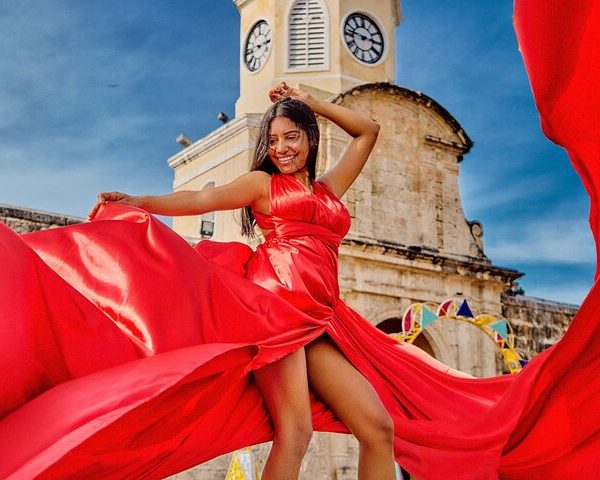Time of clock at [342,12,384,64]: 2:46
